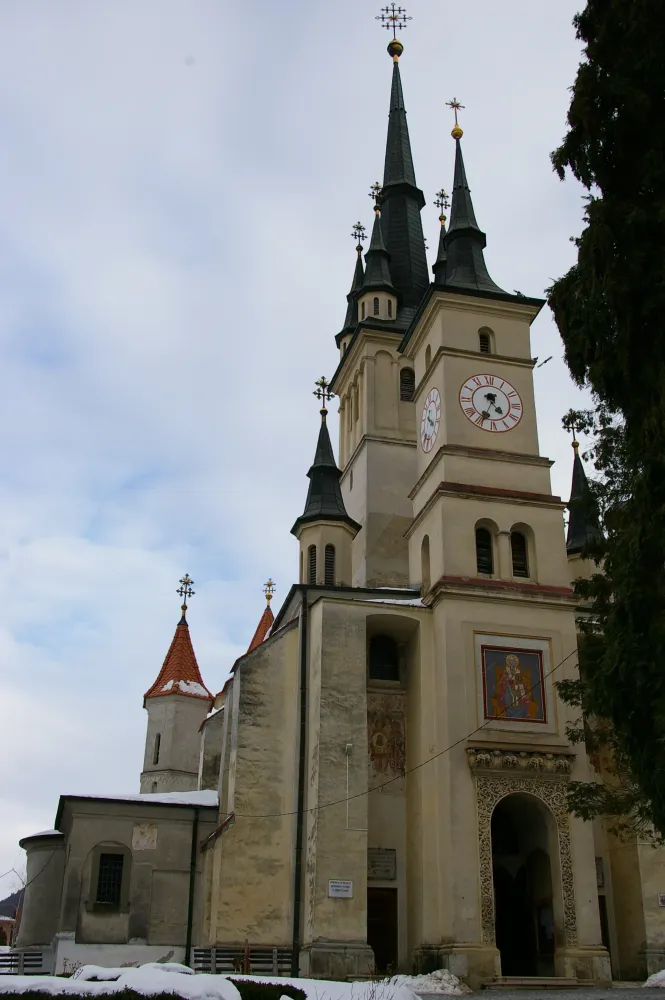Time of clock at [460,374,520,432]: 4:34
